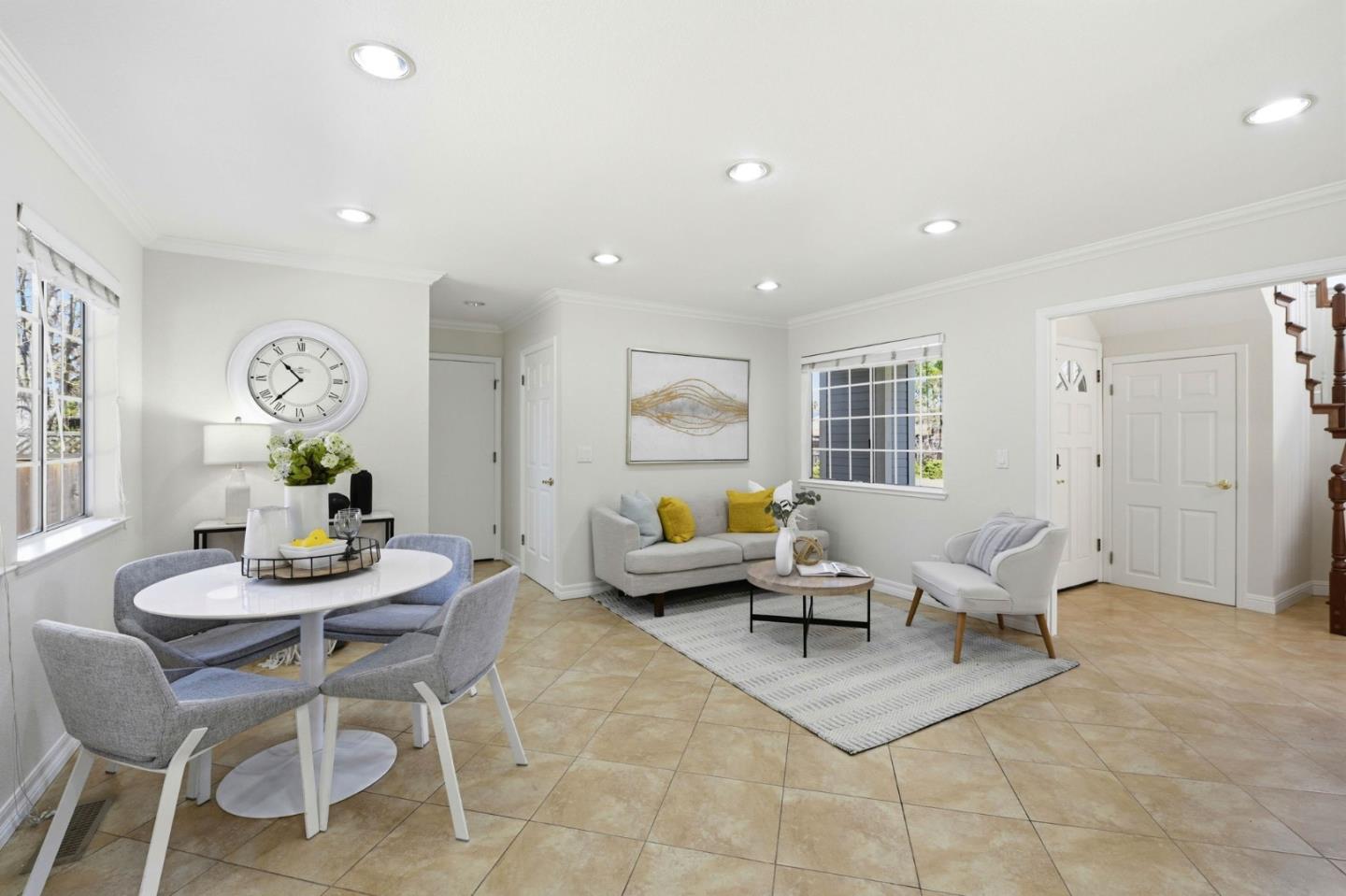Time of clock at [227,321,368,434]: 10:36
